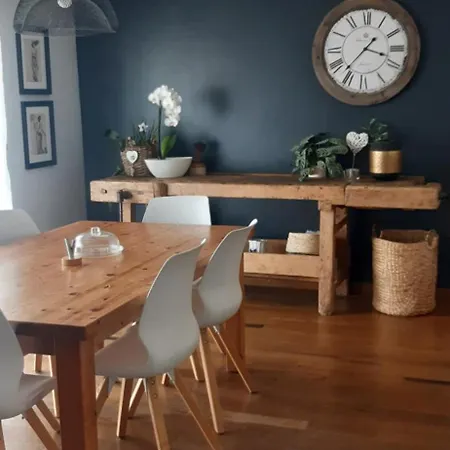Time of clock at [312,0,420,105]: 3:36
